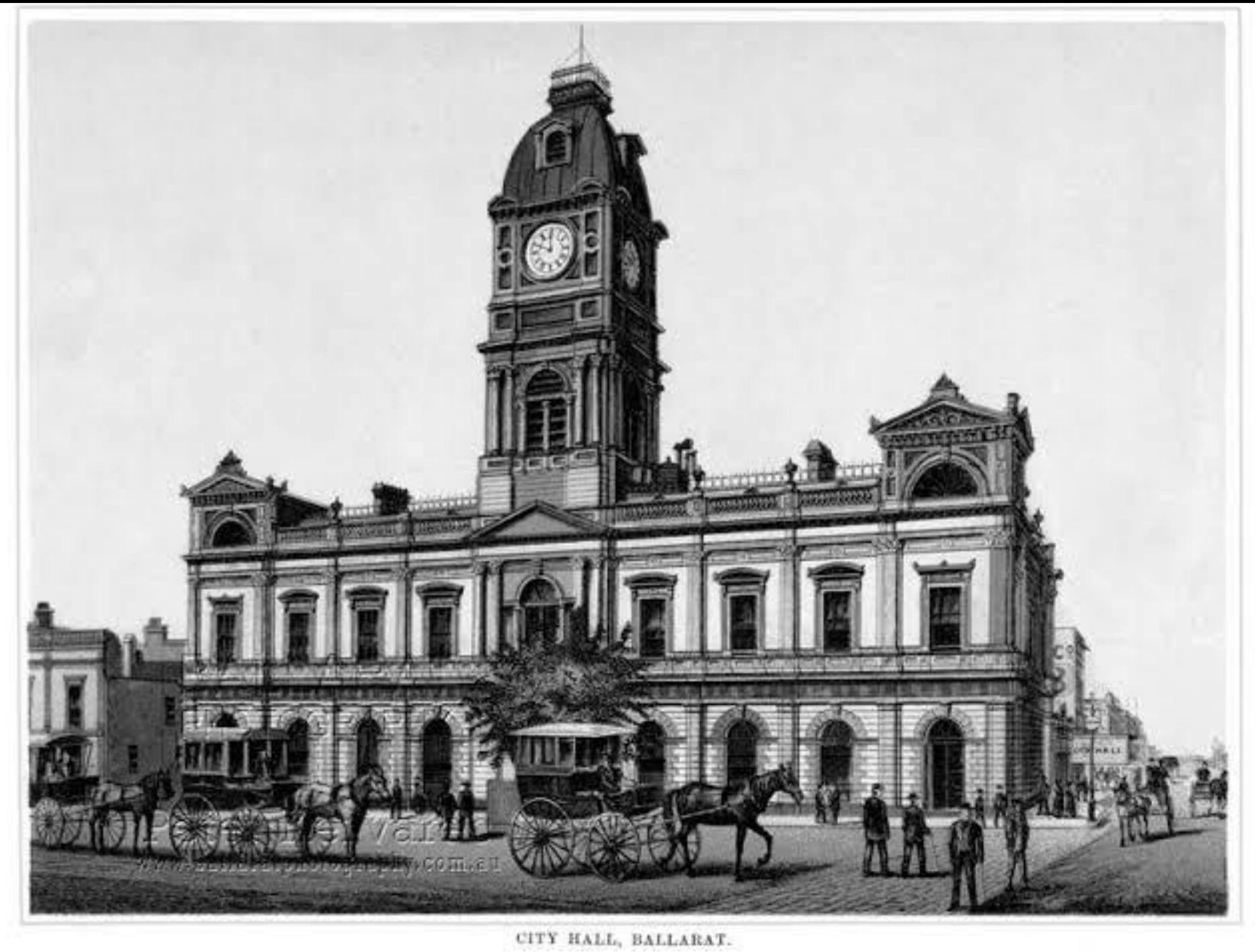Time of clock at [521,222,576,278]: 11:48
